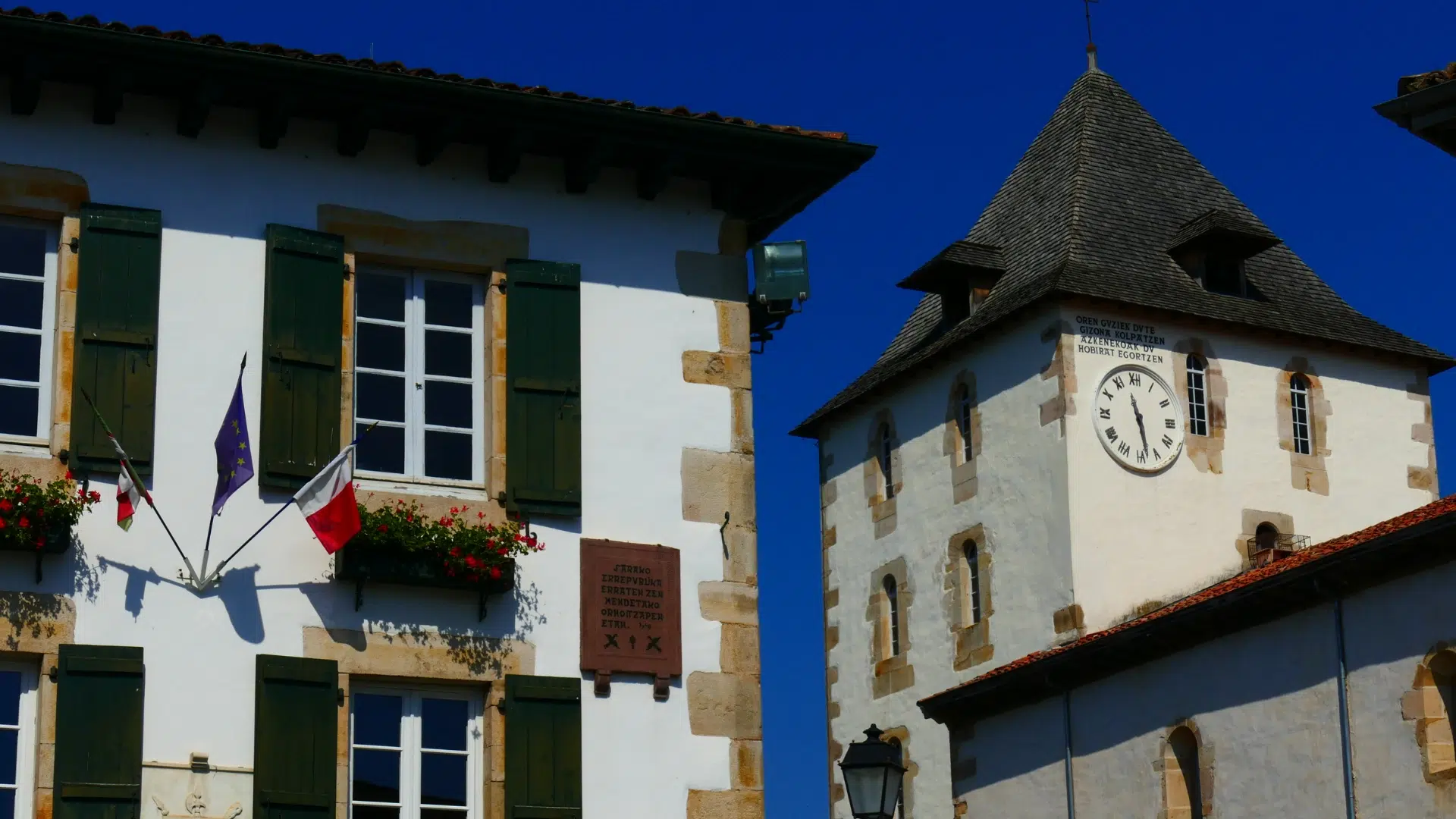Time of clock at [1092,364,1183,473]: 11:28
